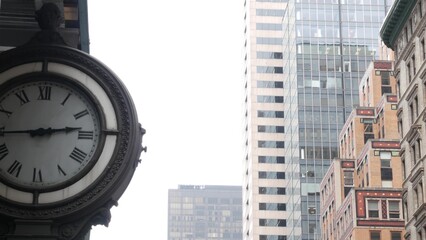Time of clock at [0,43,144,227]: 2:44
